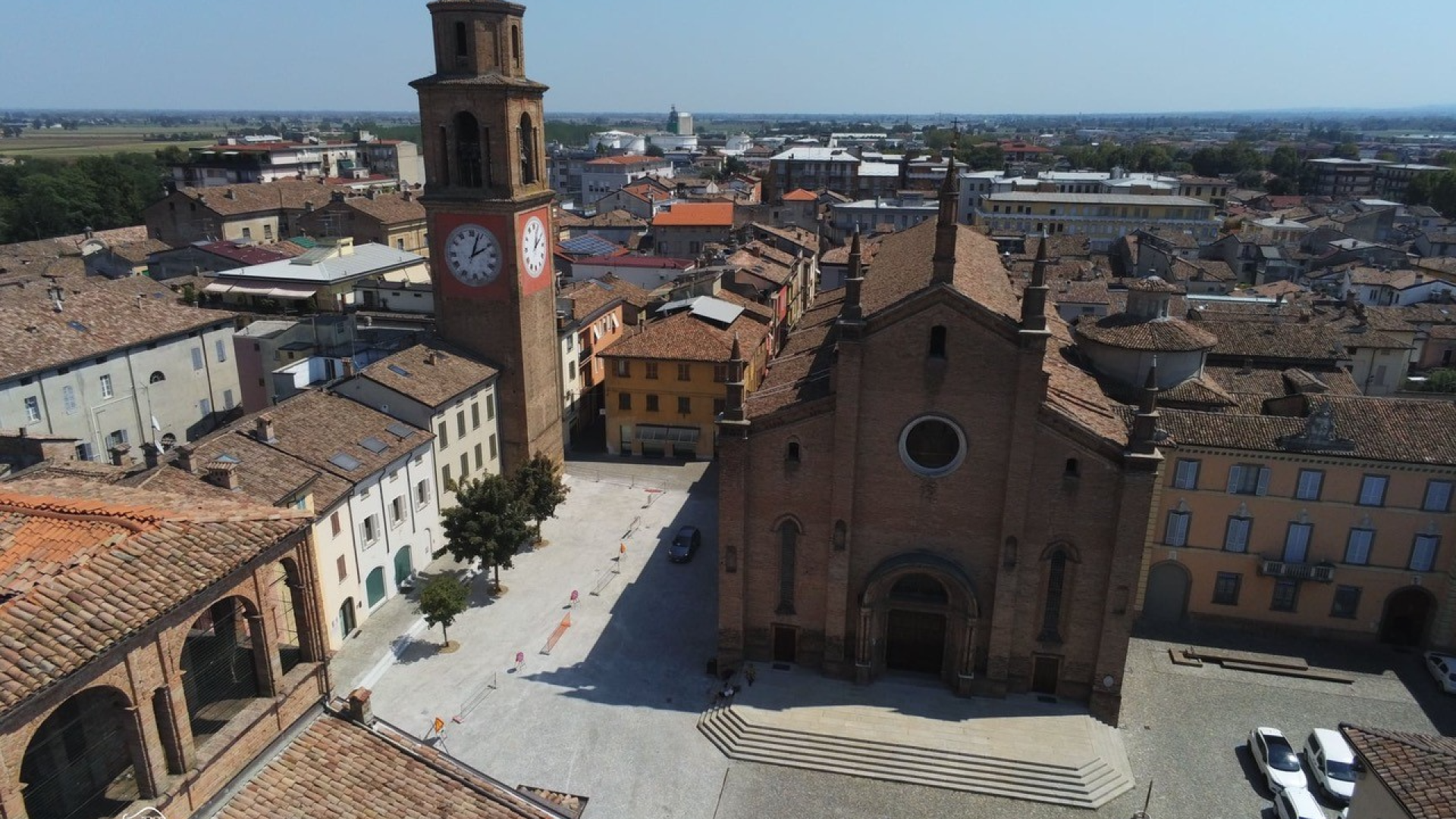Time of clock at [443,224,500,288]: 2:03
